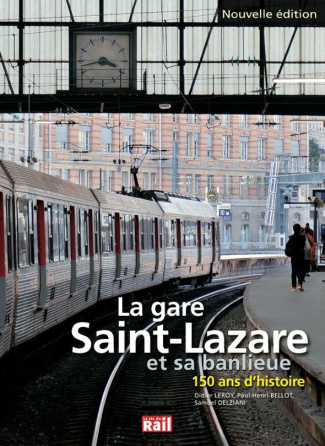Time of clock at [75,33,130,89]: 3:43
